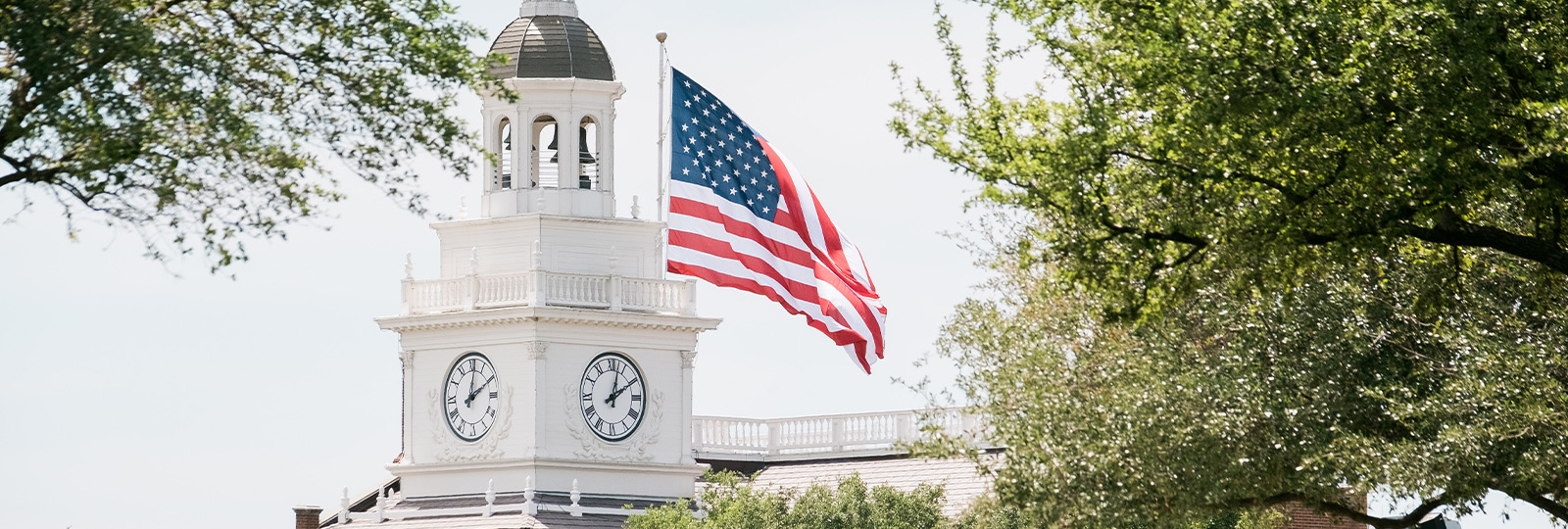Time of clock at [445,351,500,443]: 2:01
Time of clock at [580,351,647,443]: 2:02
